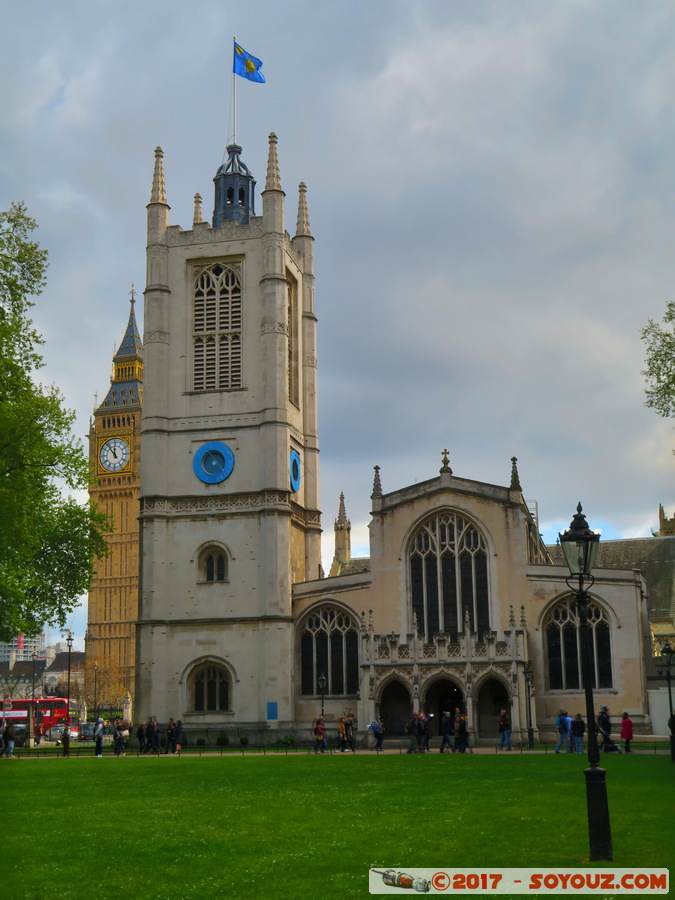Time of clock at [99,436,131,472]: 11:53
